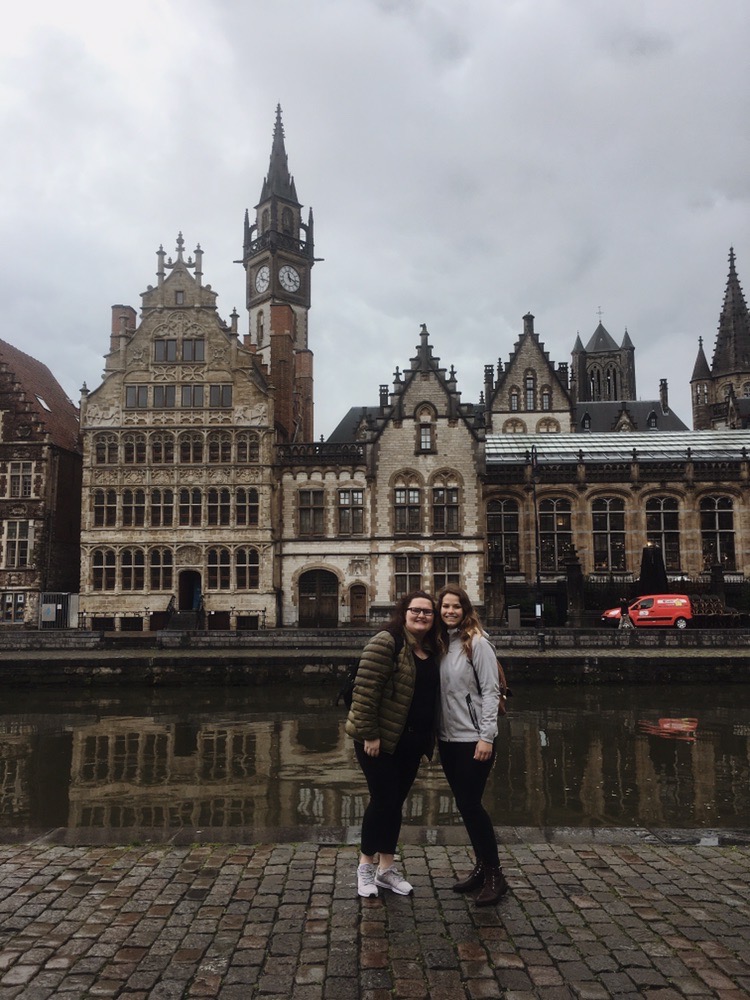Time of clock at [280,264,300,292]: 11:17
